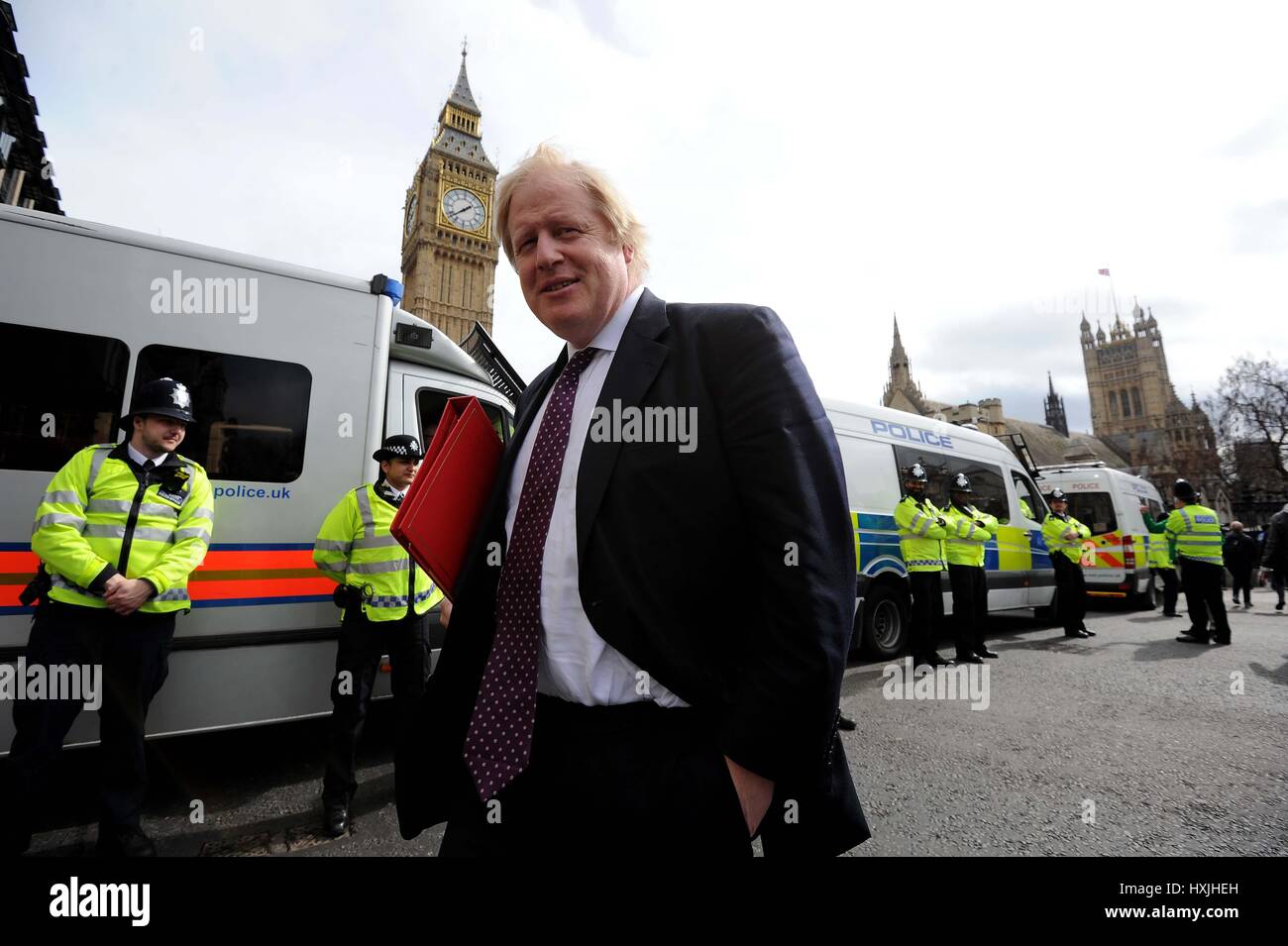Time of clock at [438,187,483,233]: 1:38
